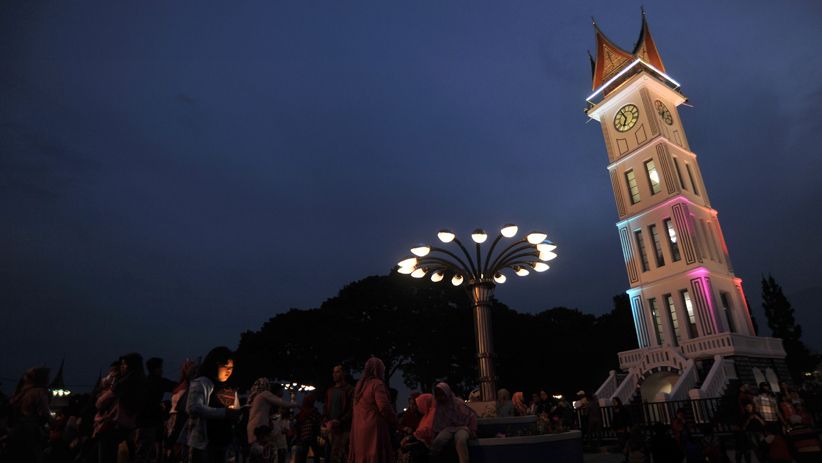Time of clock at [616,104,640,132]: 5:51
